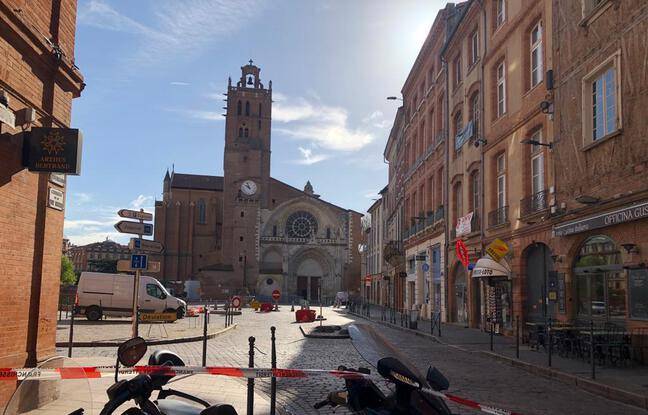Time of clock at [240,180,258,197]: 9:57
